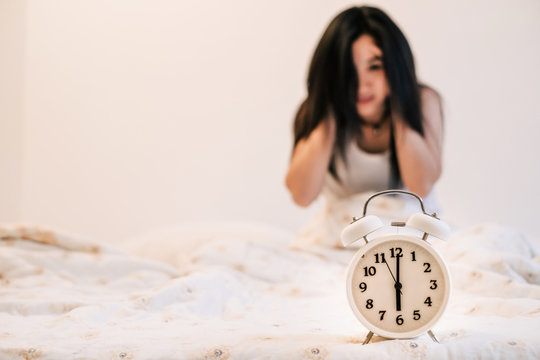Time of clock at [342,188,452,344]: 6:00
